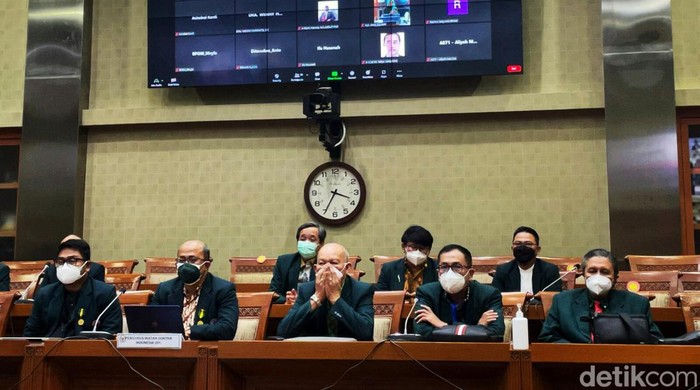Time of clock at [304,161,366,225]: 3:34
